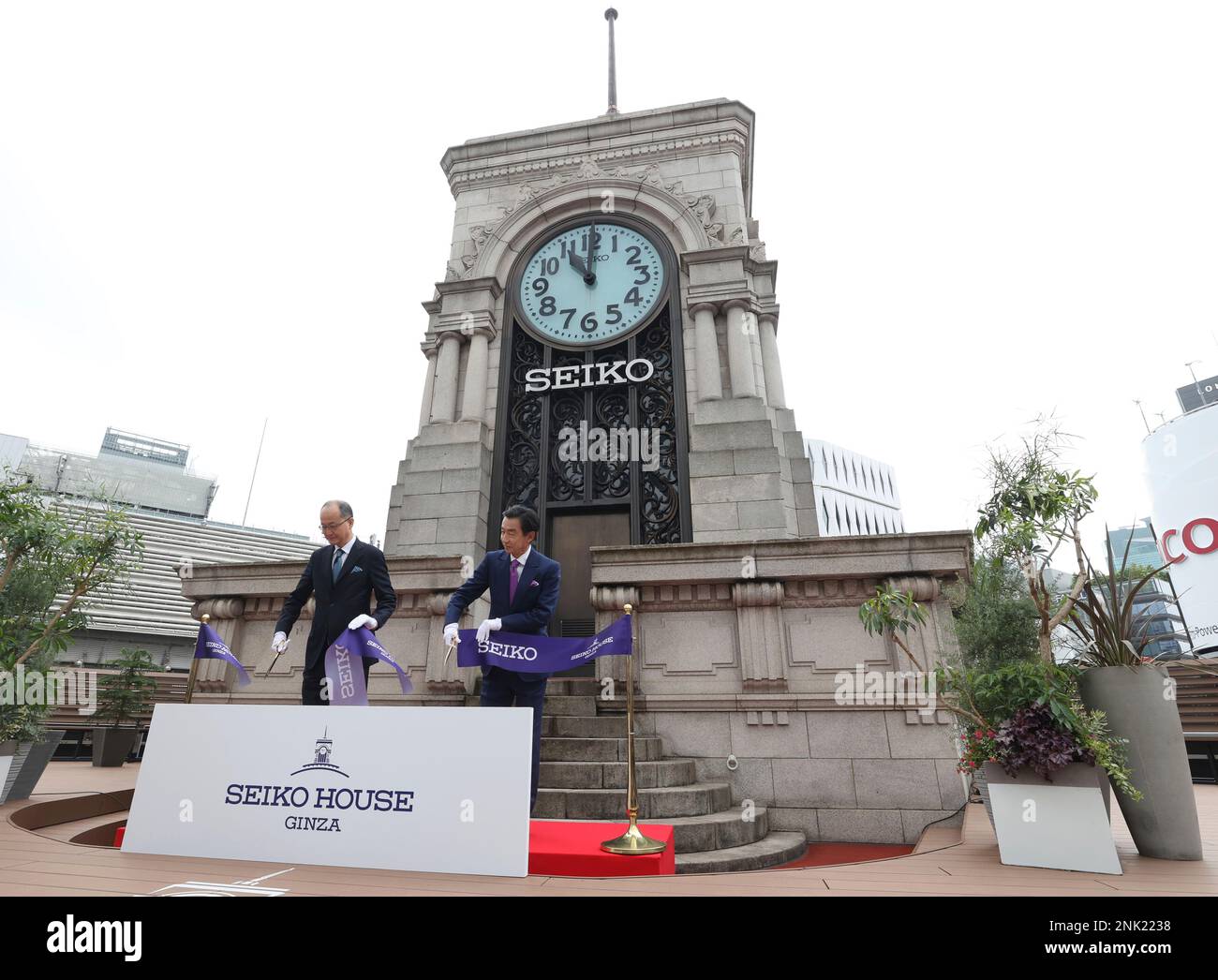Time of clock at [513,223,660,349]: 11:00
